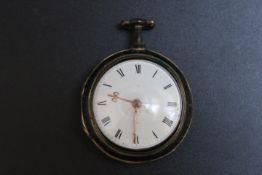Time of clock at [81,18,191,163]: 9:30
